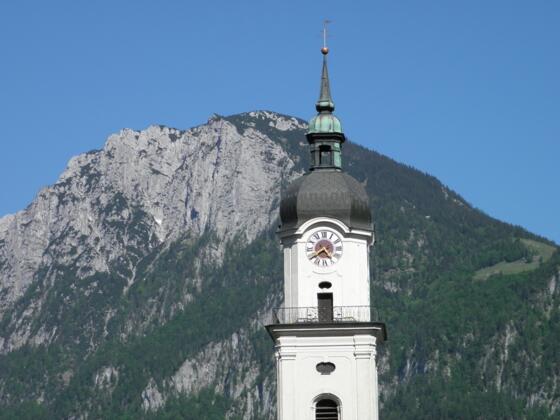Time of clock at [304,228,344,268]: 4:39
